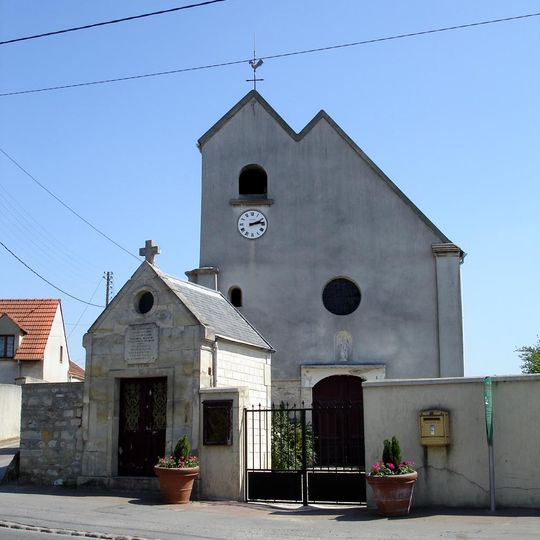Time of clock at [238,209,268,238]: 2:13
